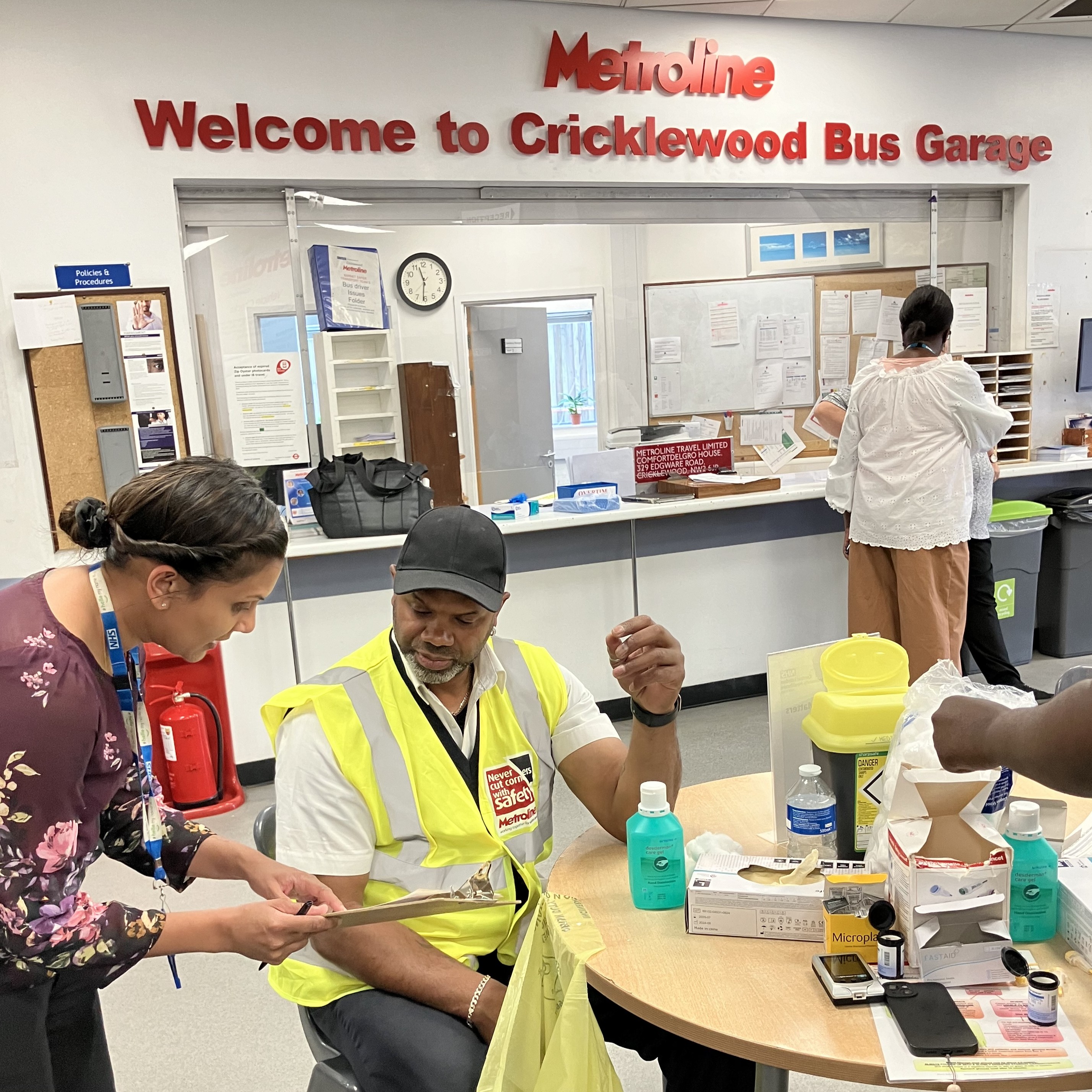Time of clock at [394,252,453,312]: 11:31
